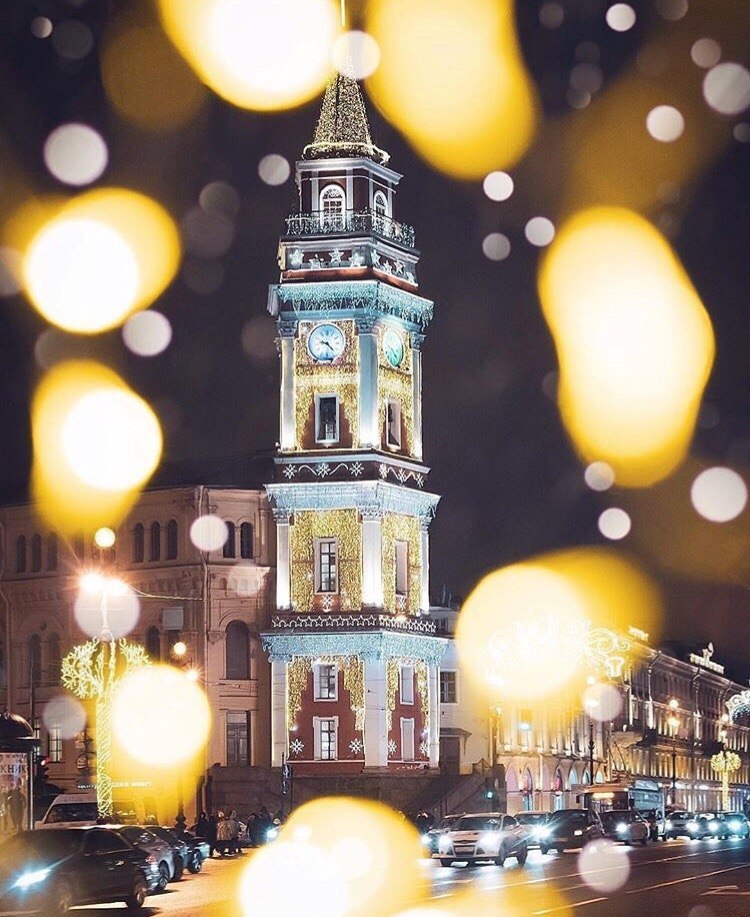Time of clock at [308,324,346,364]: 9:23
